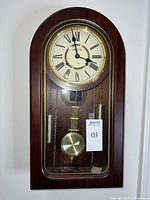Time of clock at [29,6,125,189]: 3:58
